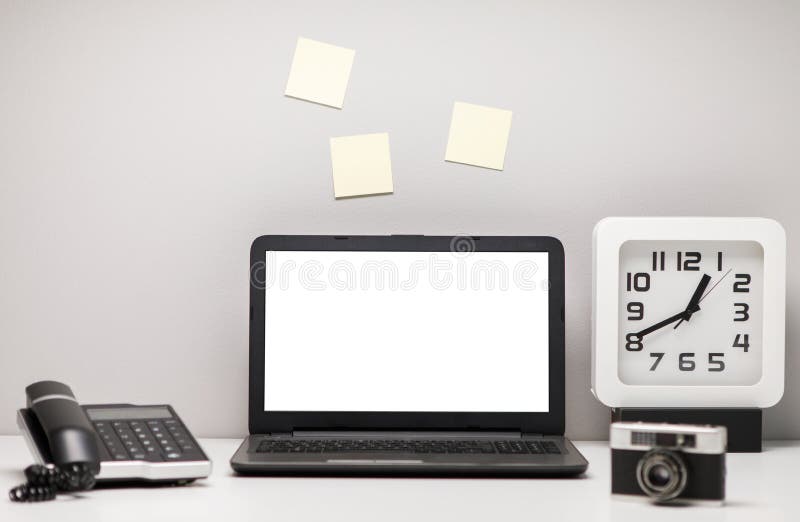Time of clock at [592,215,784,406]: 12:40
